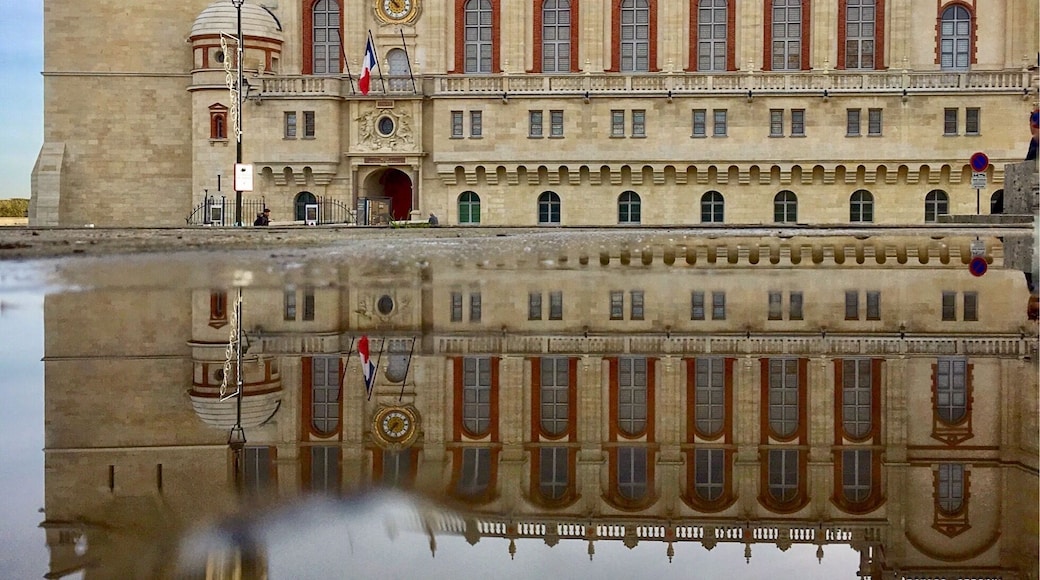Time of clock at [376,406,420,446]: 7:36
